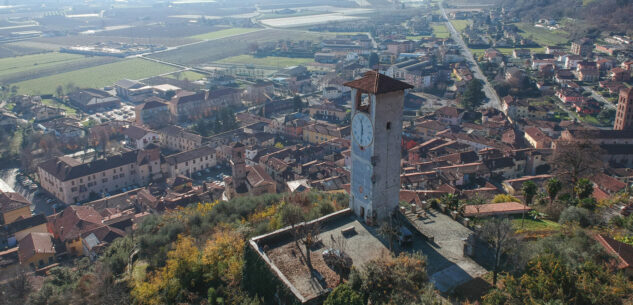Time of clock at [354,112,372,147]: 11:32
